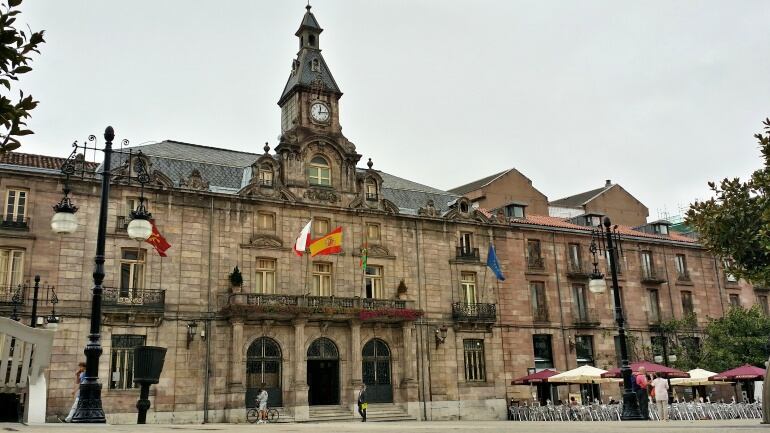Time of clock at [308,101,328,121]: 12:13
